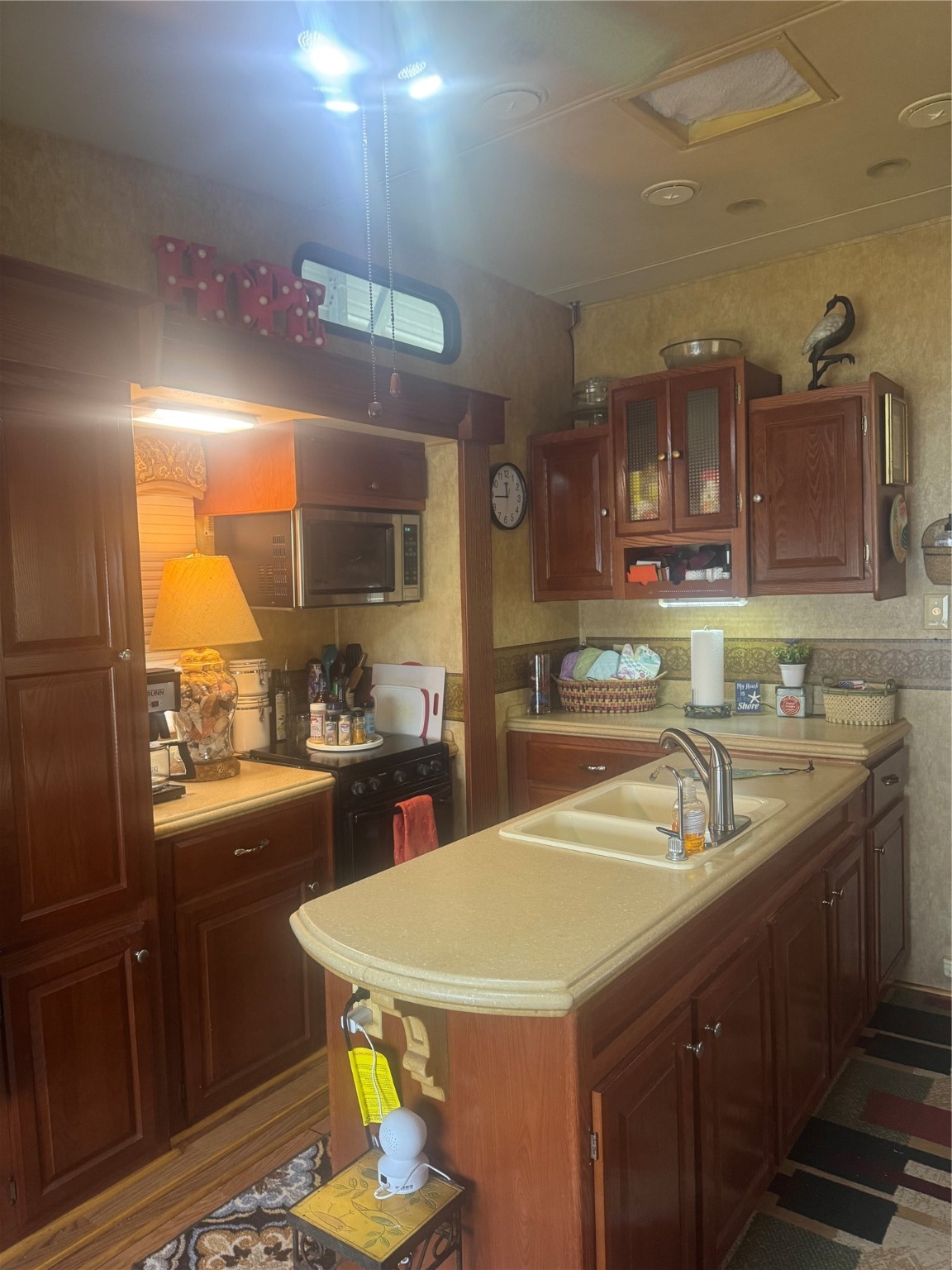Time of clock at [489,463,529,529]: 11:44
